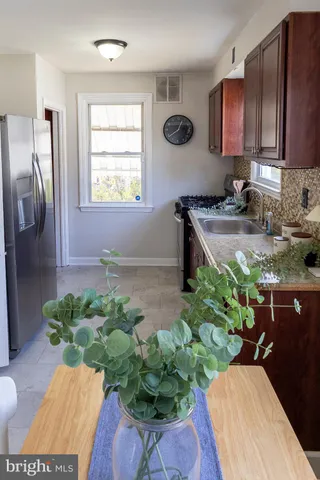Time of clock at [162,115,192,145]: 12:38
